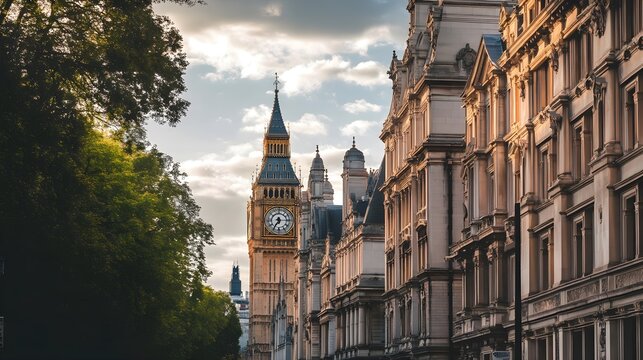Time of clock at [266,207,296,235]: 7:14
